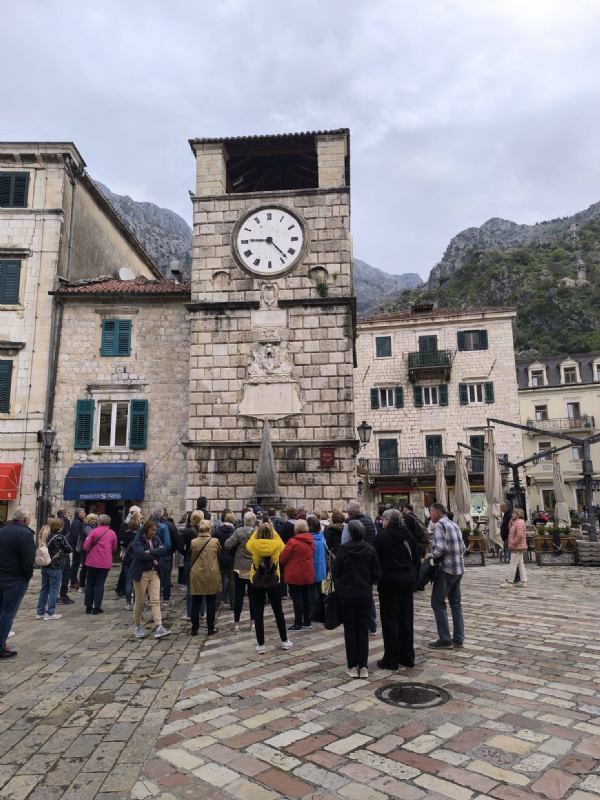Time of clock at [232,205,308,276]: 4:45
